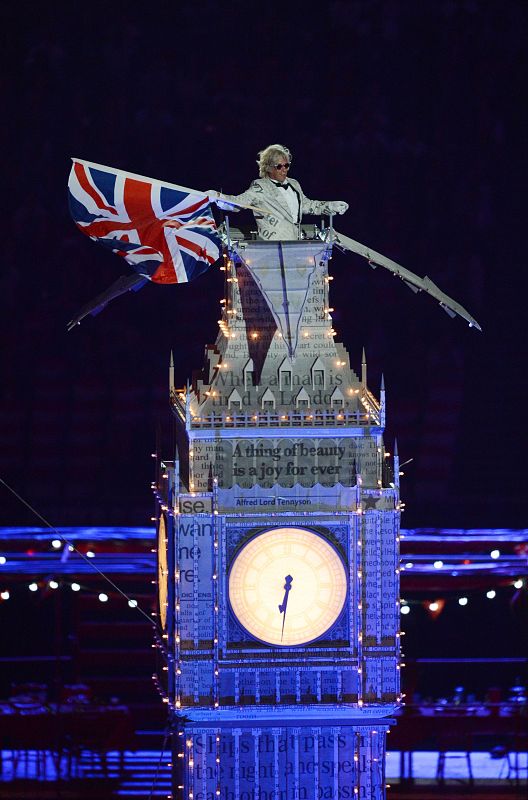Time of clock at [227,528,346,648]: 6:31
